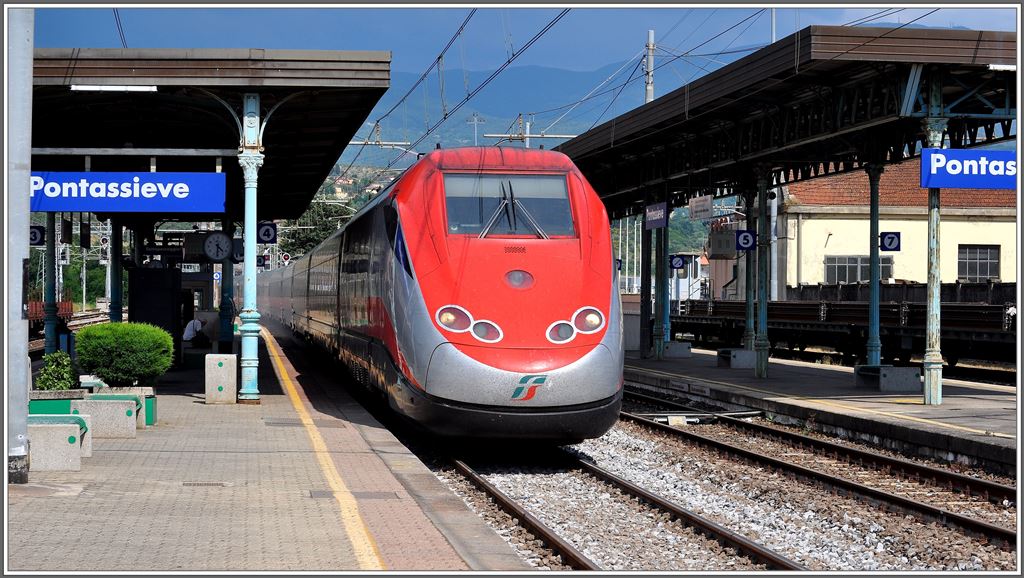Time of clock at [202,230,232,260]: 4:31
